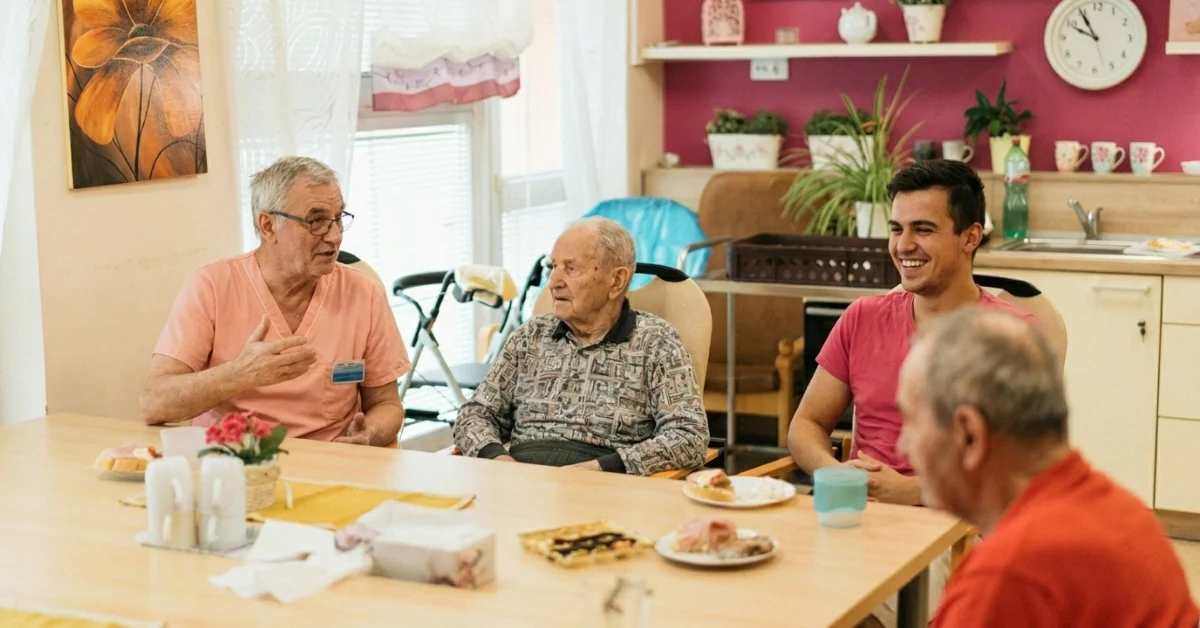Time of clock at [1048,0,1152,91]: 9:54
